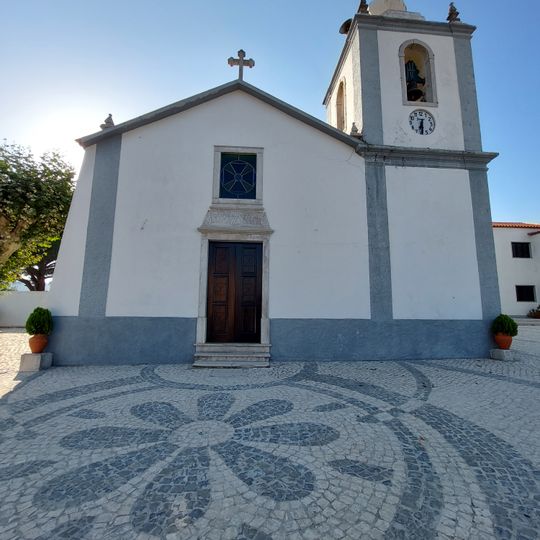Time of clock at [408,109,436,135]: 6:29
